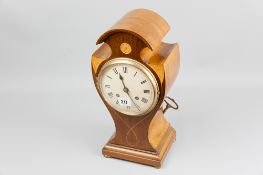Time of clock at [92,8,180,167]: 11:25
